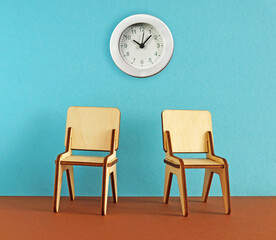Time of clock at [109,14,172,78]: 10:07
